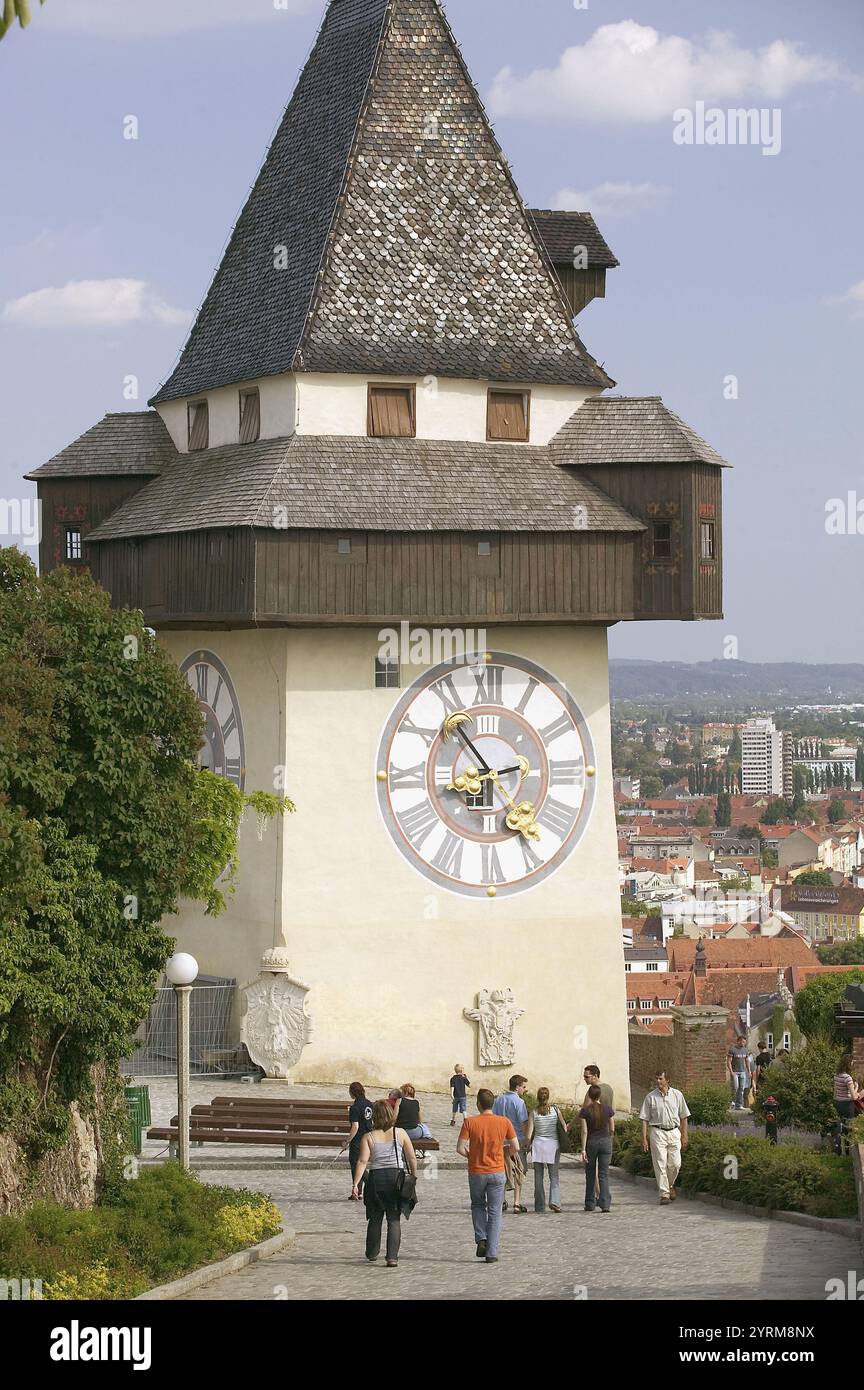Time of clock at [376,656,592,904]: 2:53
